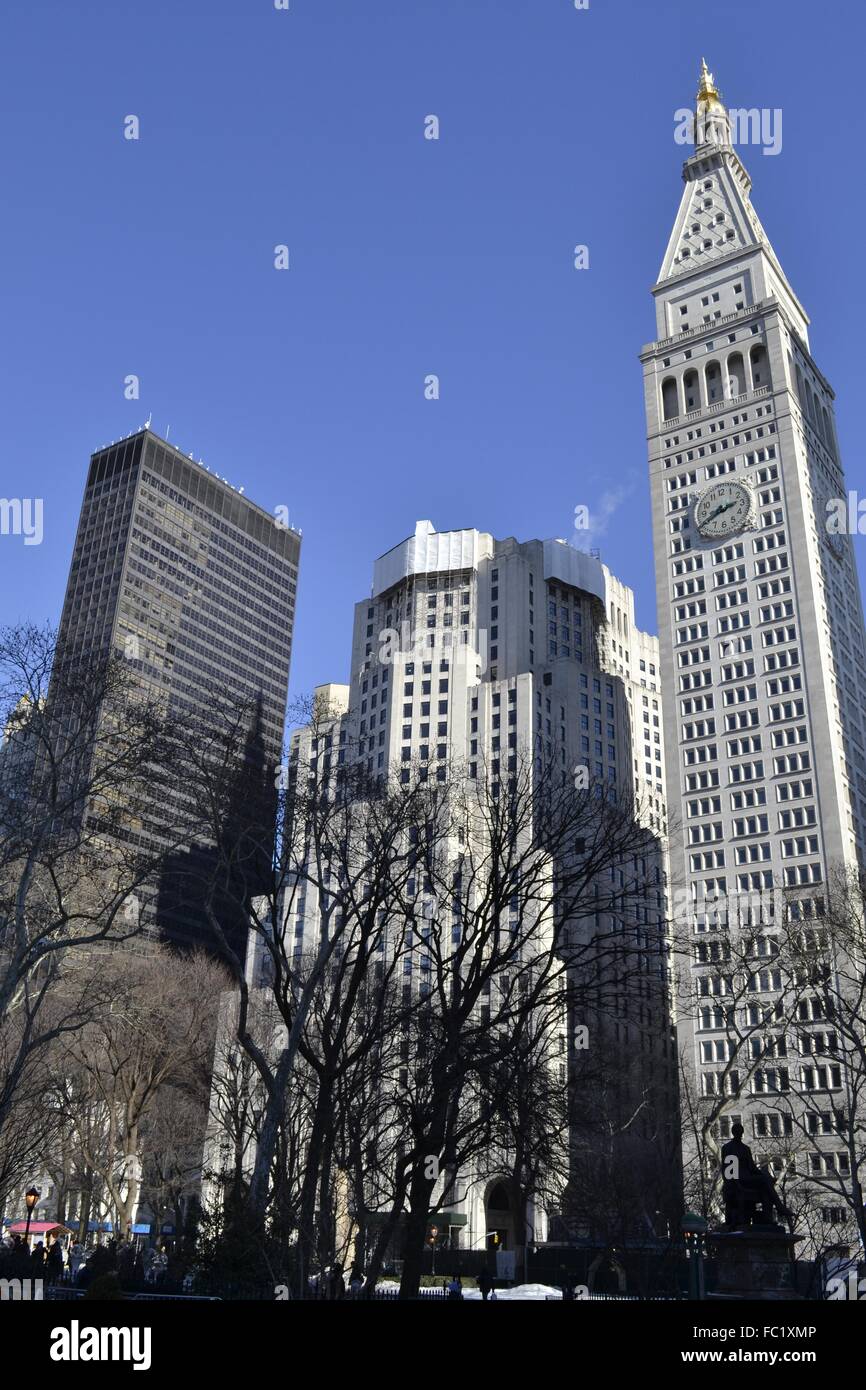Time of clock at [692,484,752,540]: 2:40
